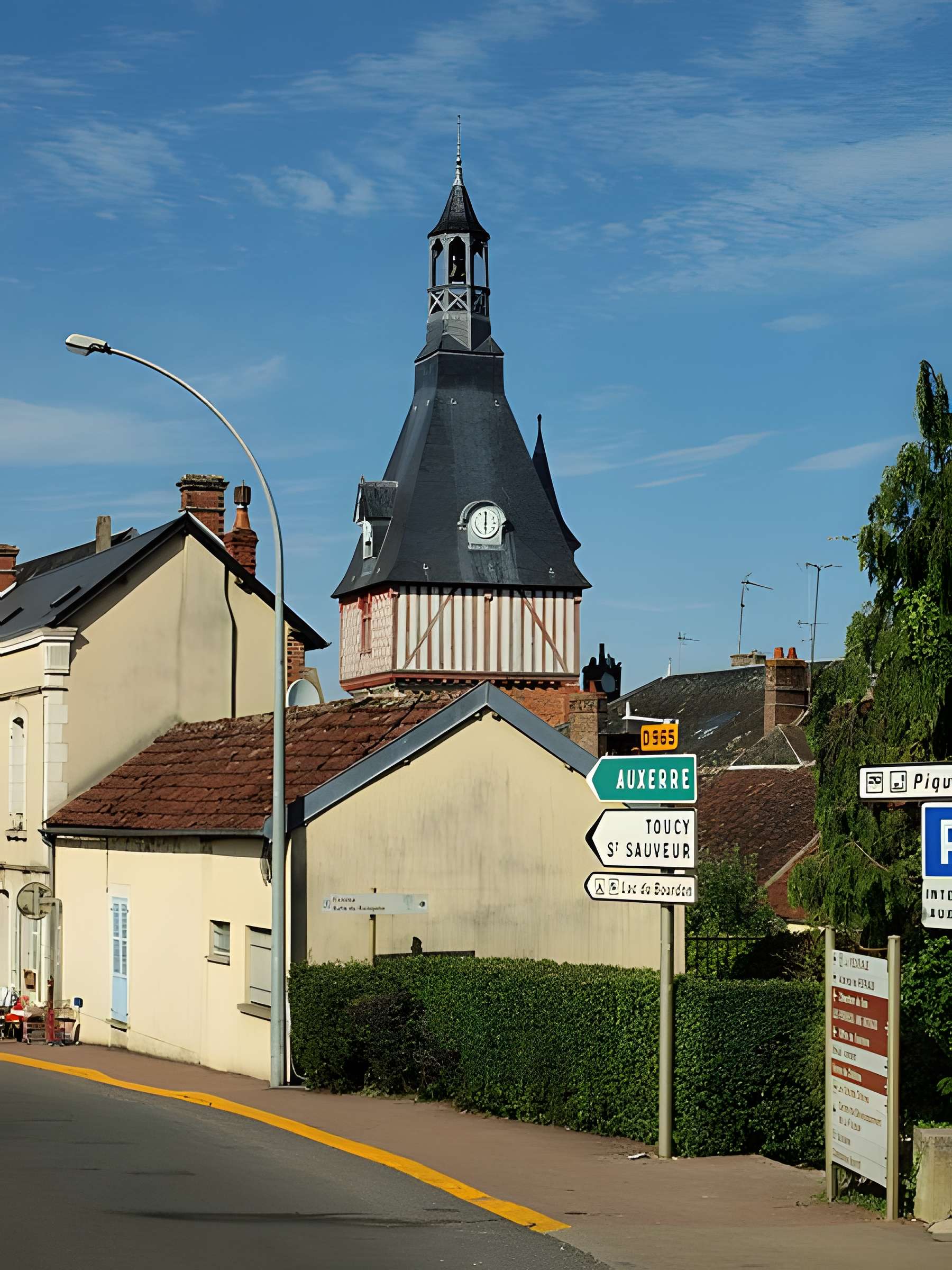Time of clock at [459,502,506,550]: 6:00
